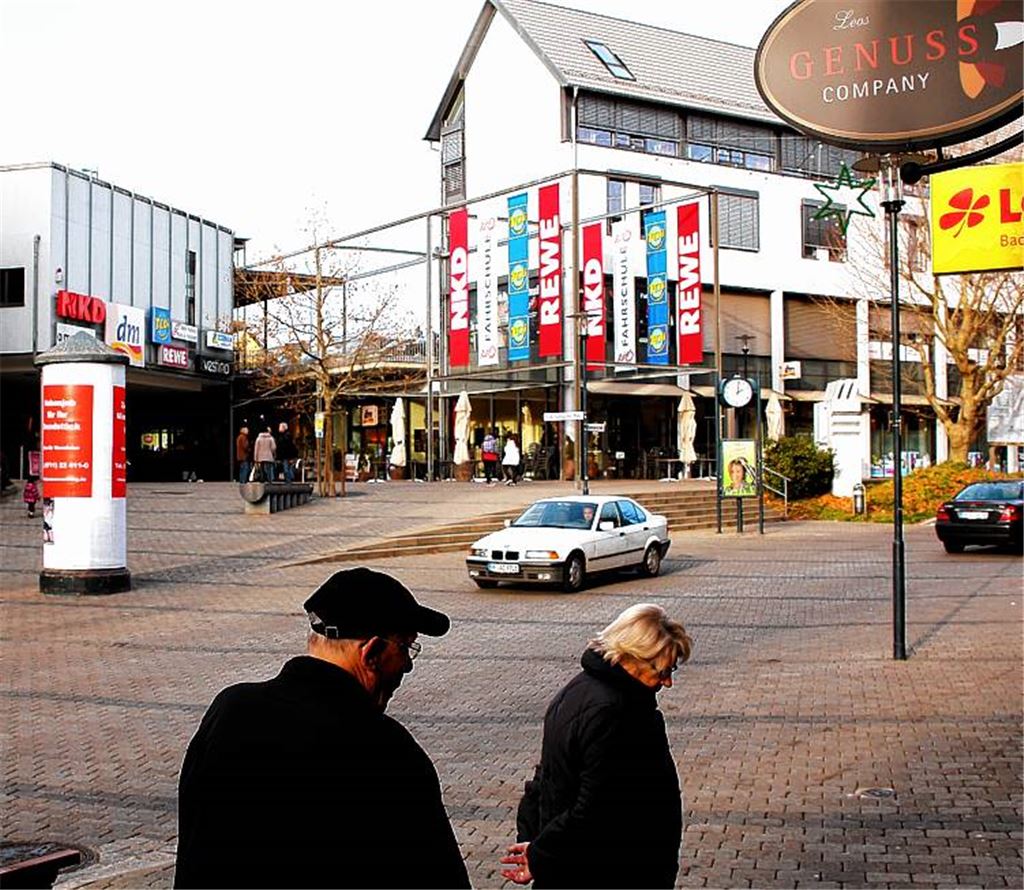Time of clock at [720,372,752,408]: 2:00
